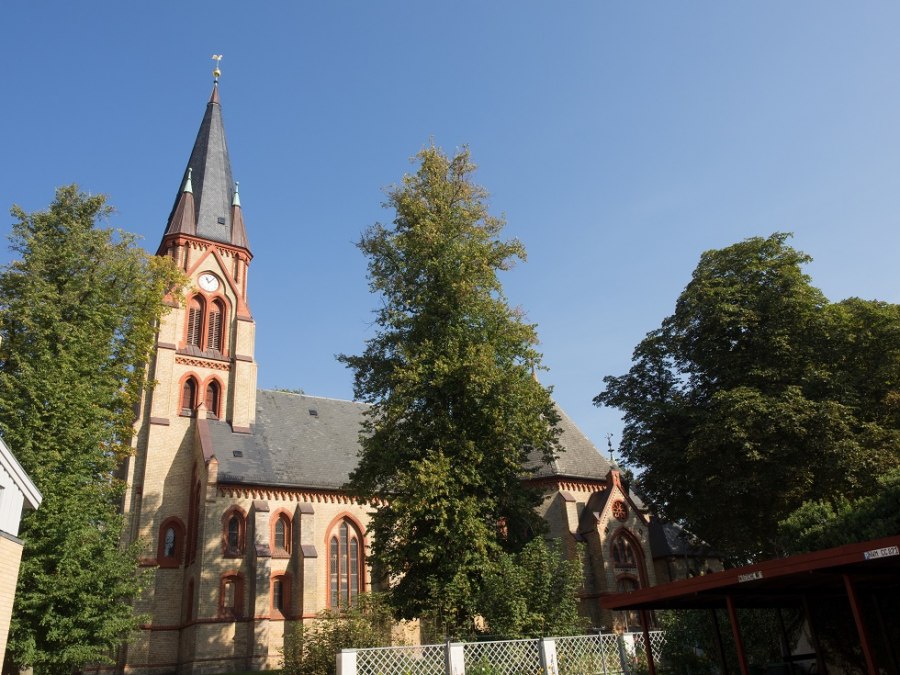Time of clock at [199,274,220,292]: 11:07
